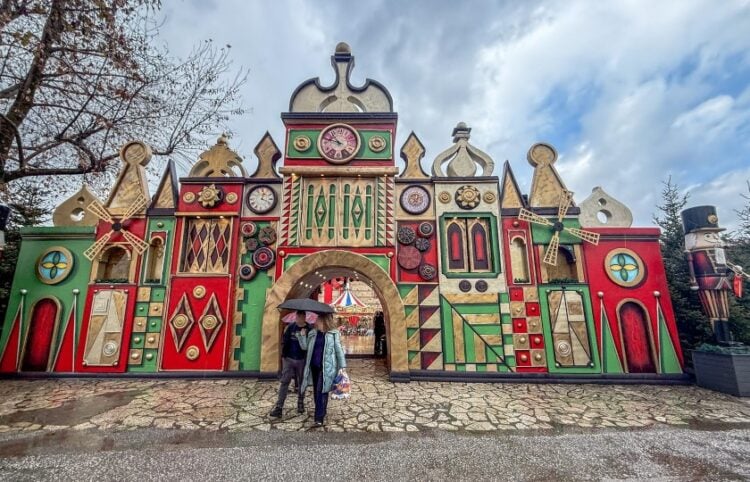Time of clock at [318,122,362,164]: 10:48
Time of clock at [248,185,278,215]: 12:18
